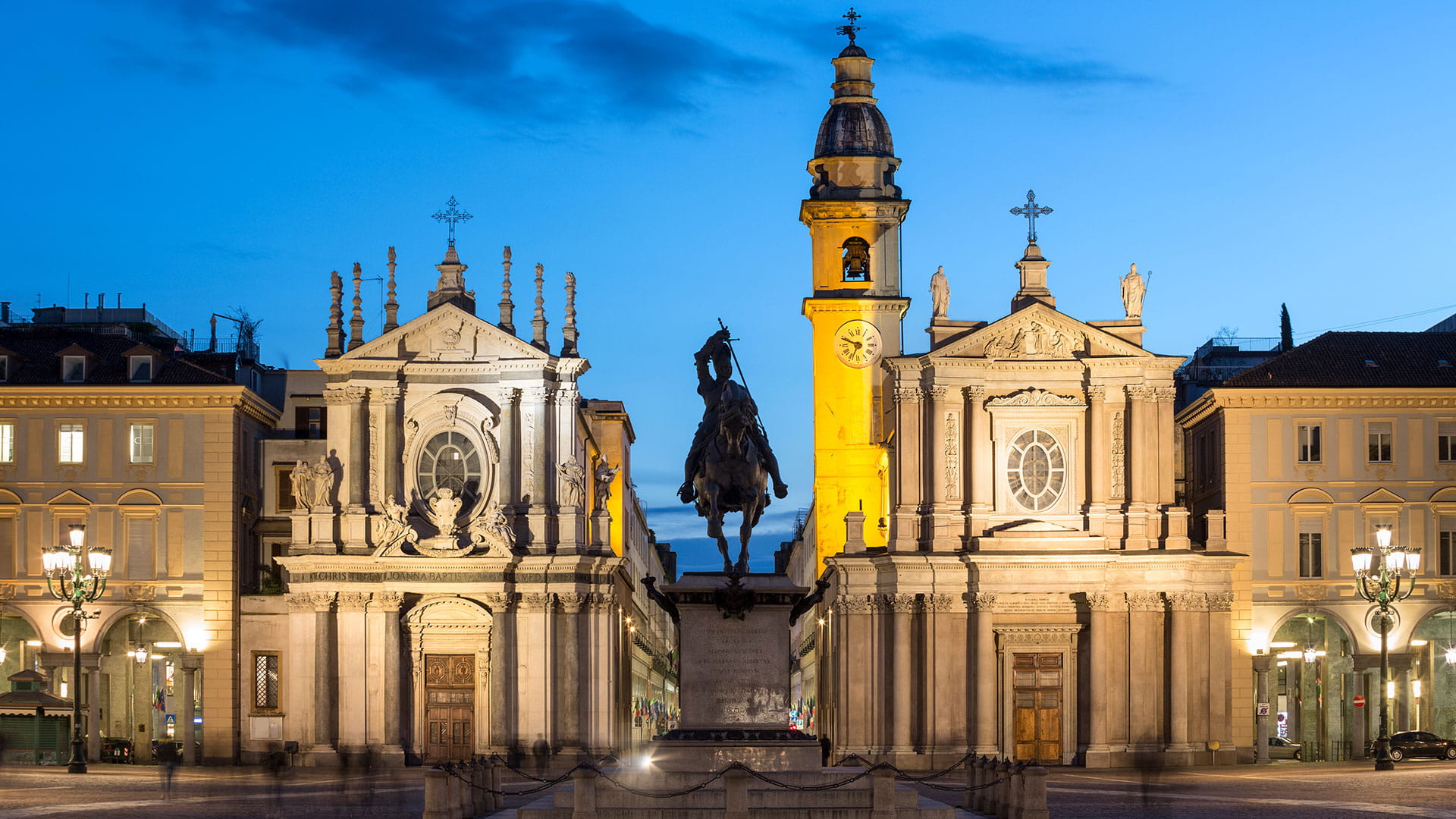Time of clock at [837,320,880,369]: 6:48
